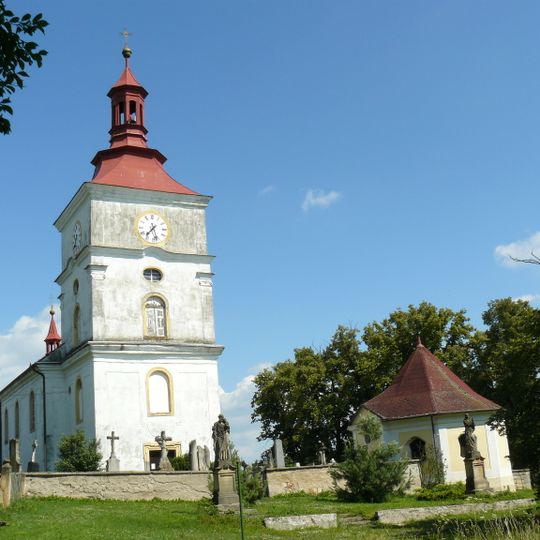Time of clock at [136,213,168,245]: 7:27
